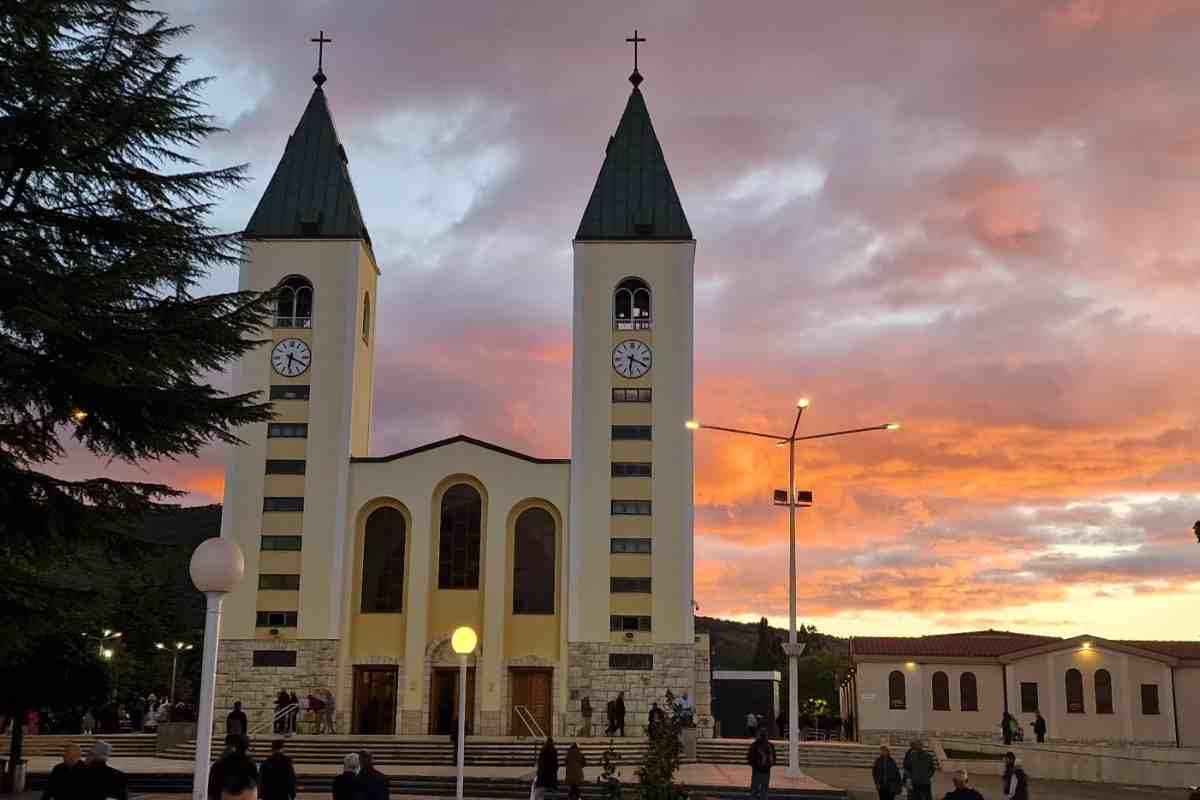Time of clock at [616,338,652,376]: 6:18
